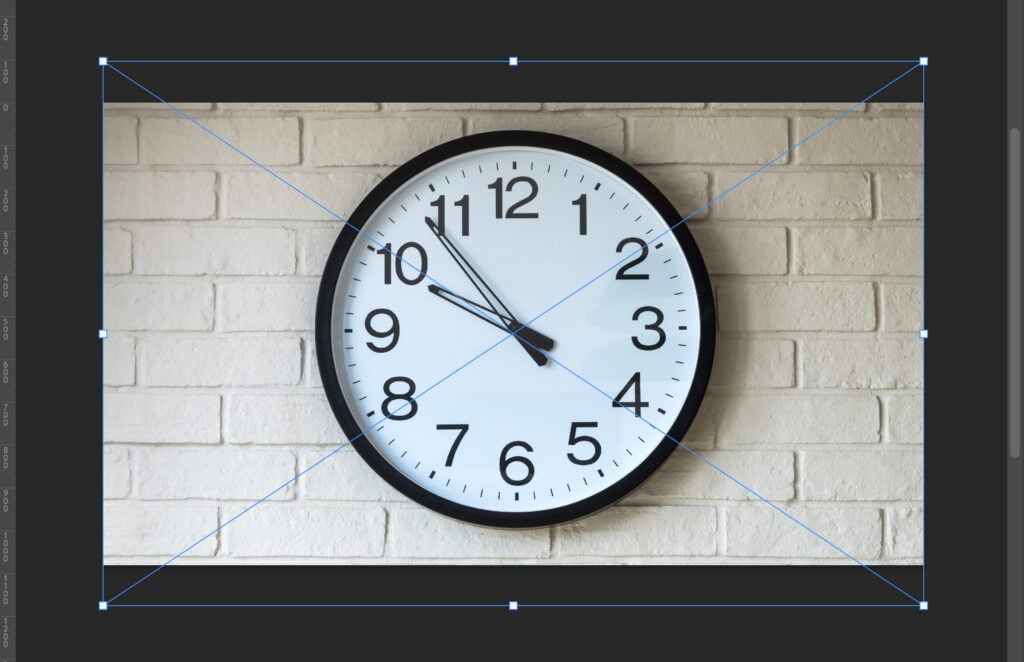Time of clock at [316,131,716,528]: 9:53
